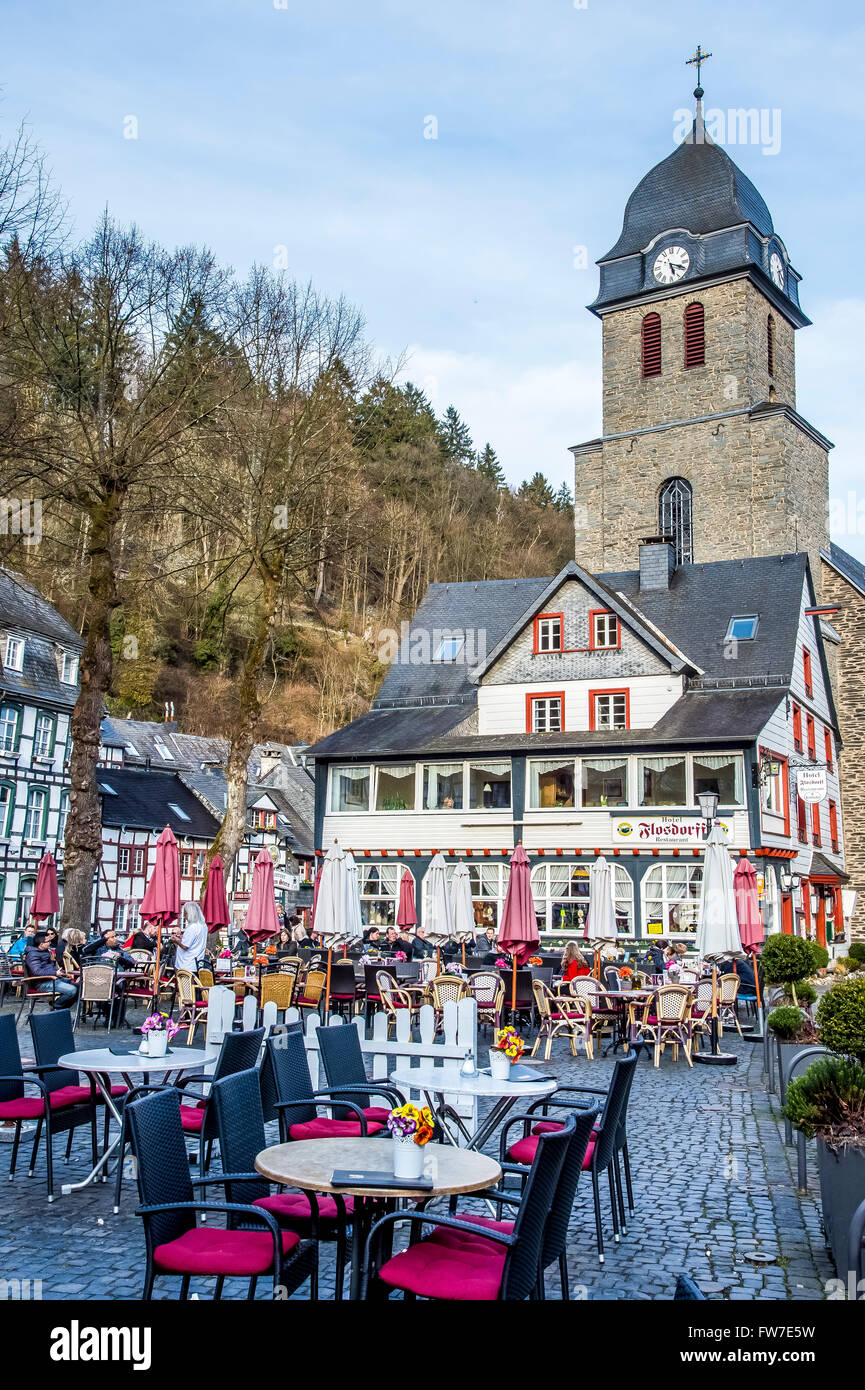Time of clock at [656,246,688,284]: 5:18
